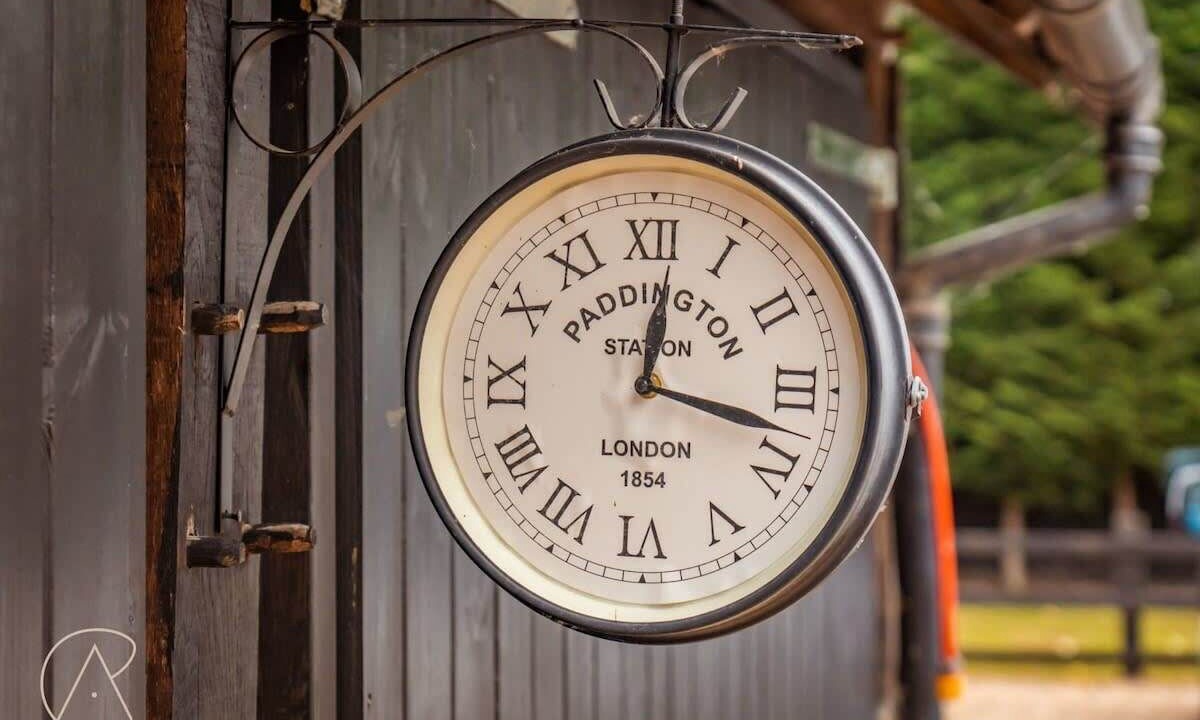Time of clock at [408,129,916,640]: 12:17
